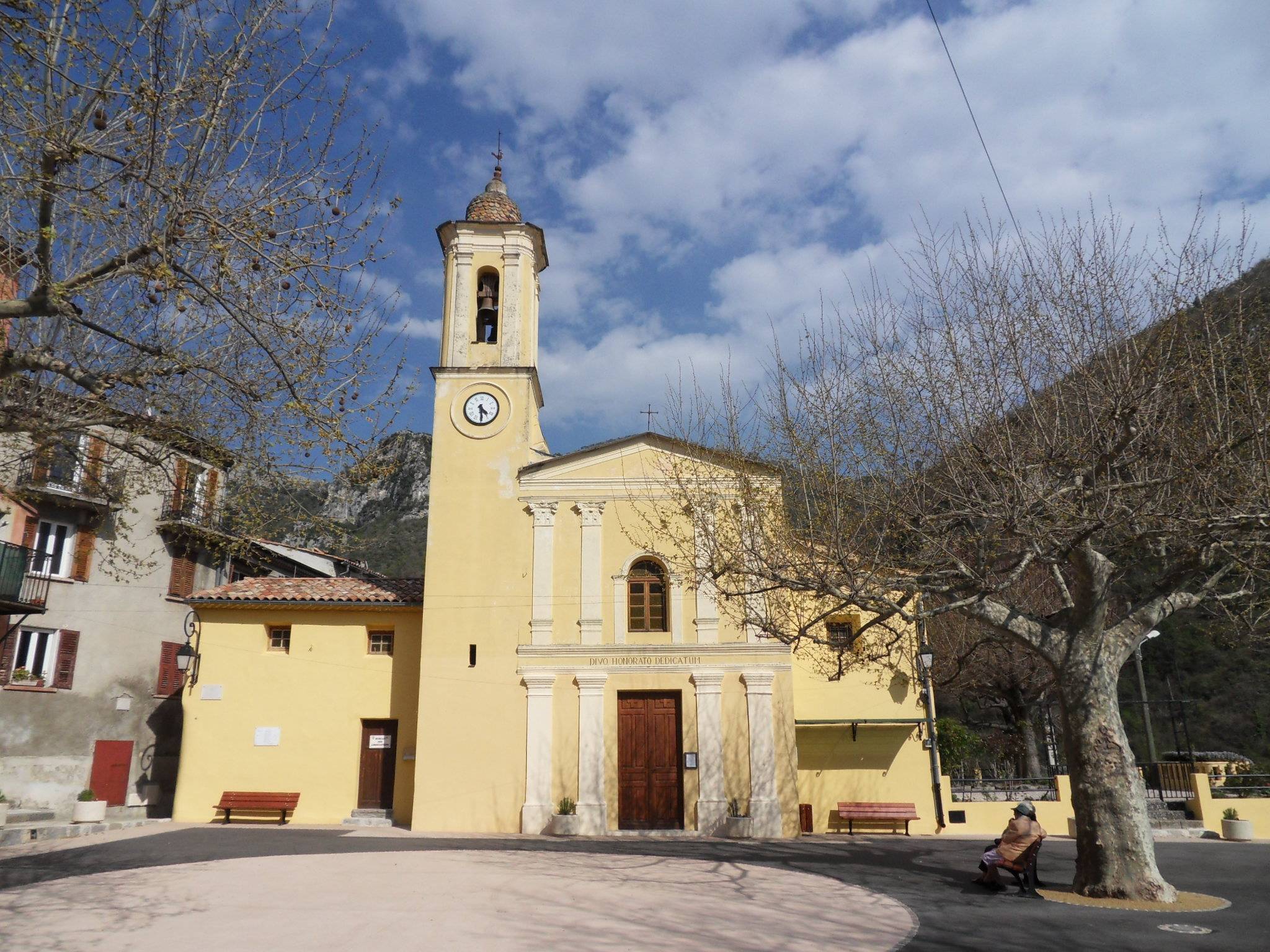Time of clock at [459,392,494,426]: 4:29
